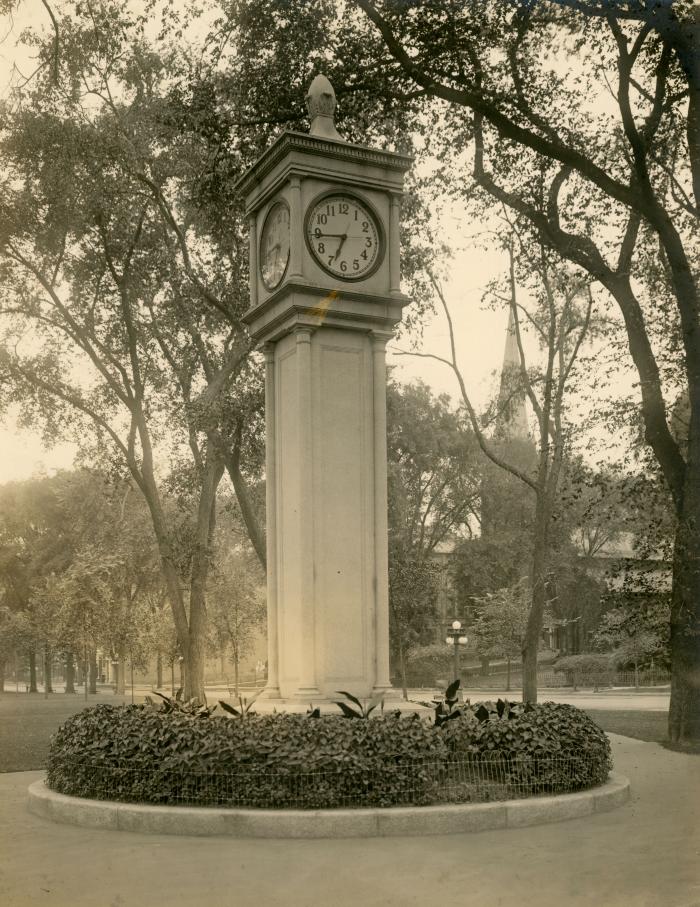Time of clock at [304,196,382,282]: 6:44
